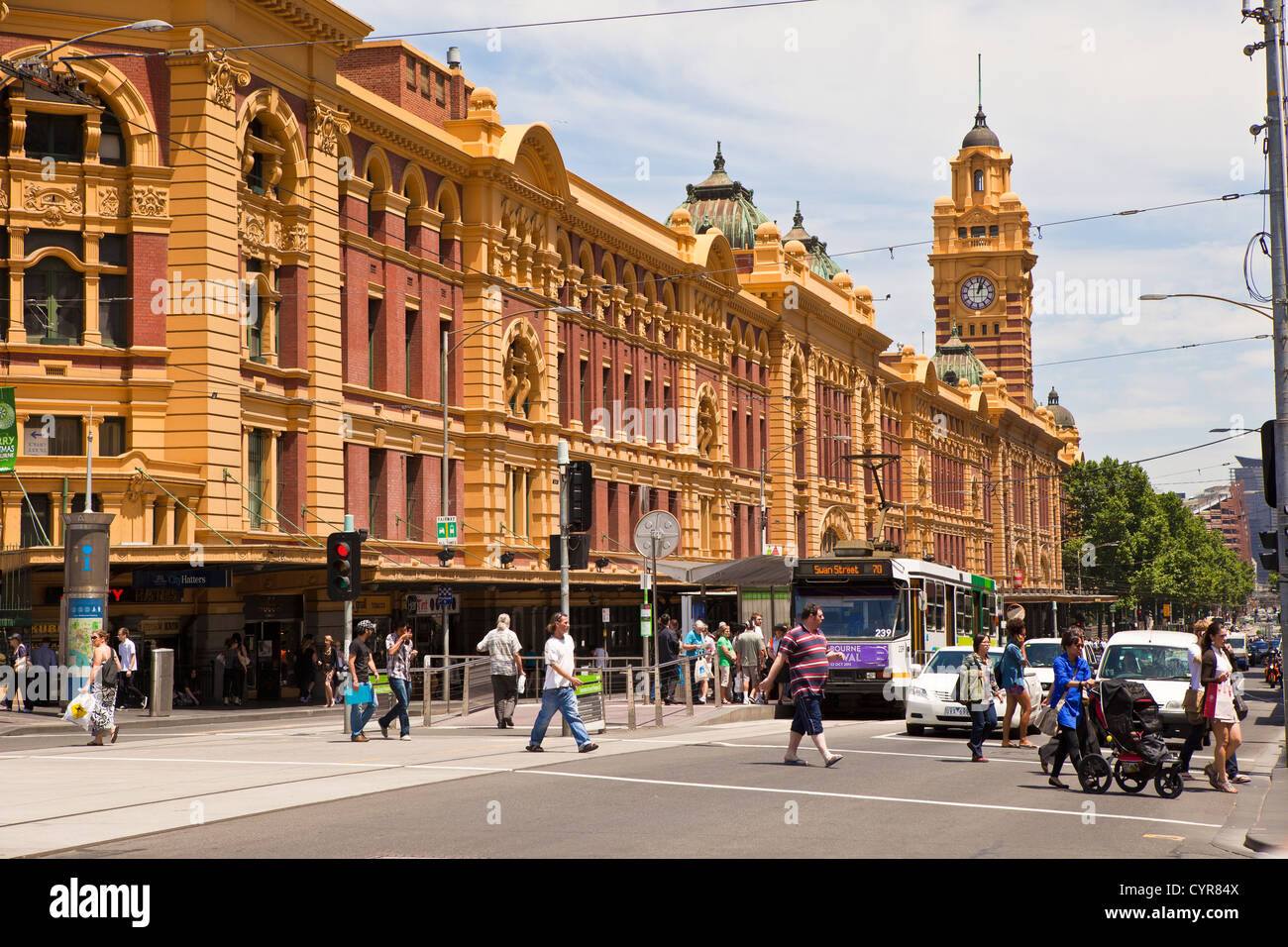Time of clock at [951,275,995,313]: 1:02
